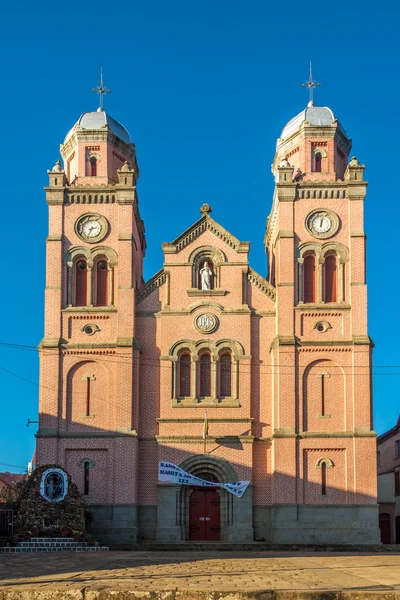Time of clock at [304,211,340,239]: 12:02
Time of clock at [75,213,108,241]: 2:33
